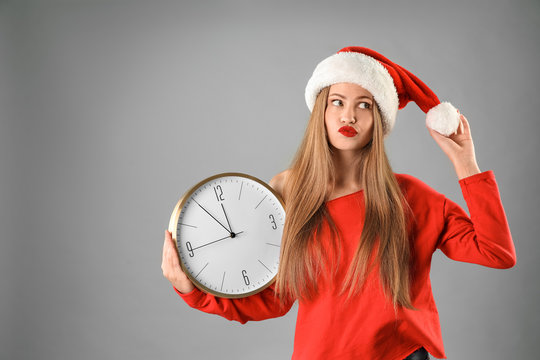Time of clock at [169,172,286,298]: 11:54
